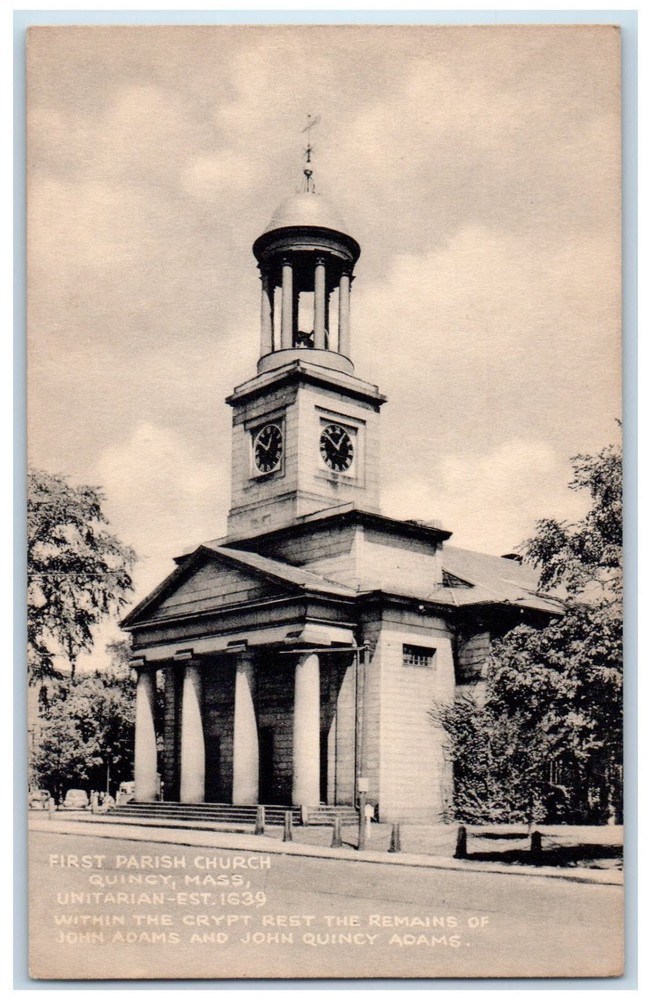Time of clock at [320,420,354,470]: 12:52
